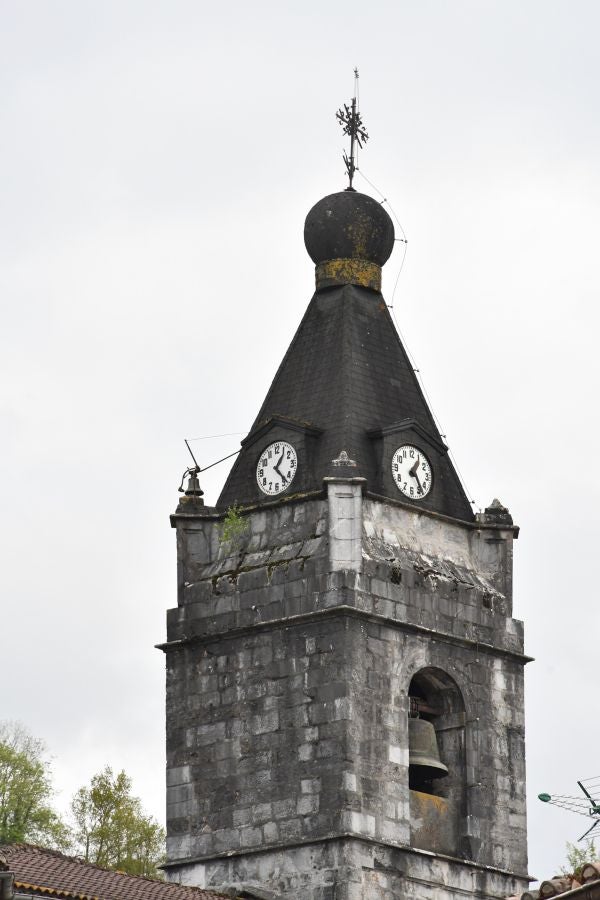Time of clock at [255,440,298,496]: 1:22
